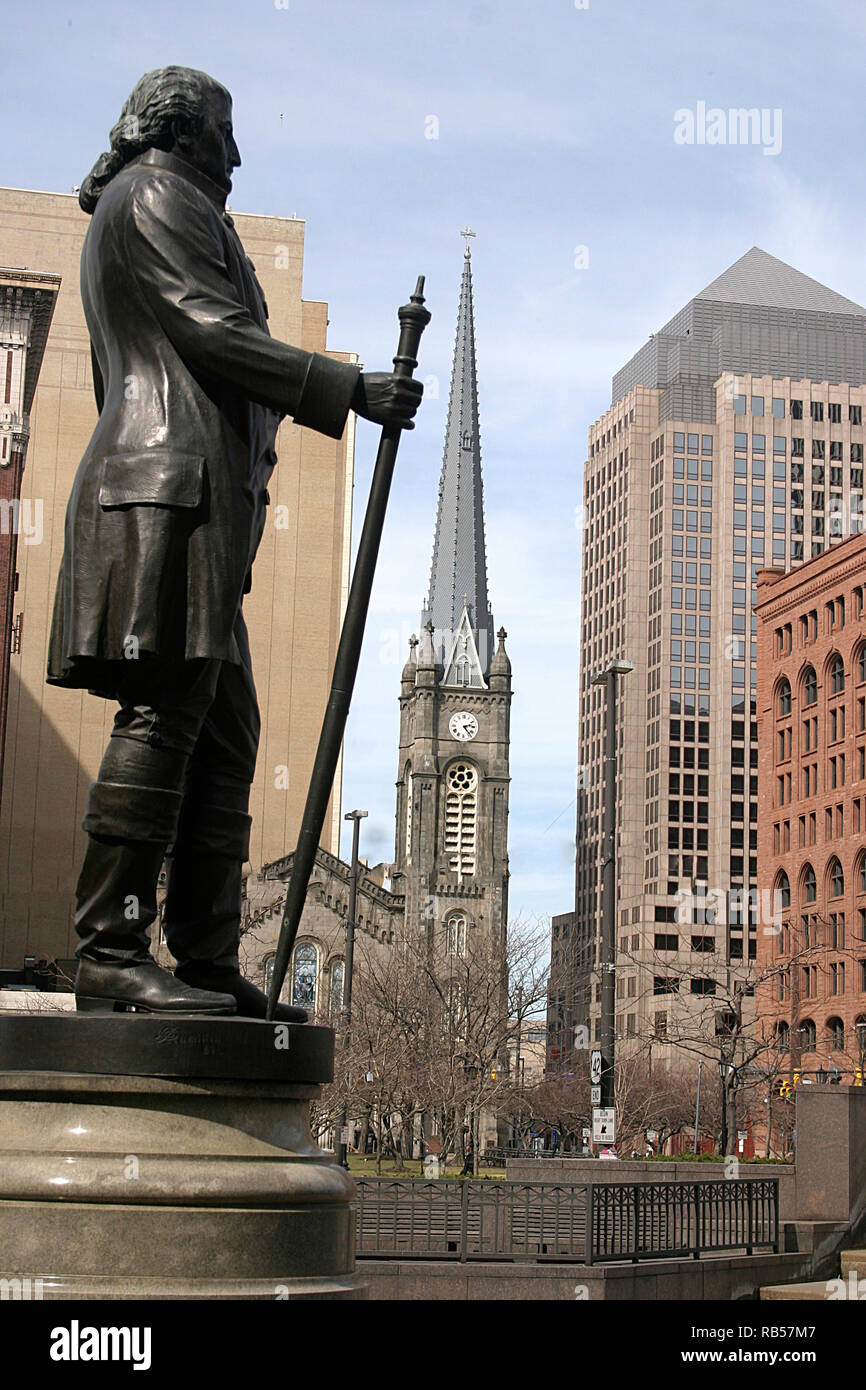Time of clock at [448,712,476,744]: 2:23
